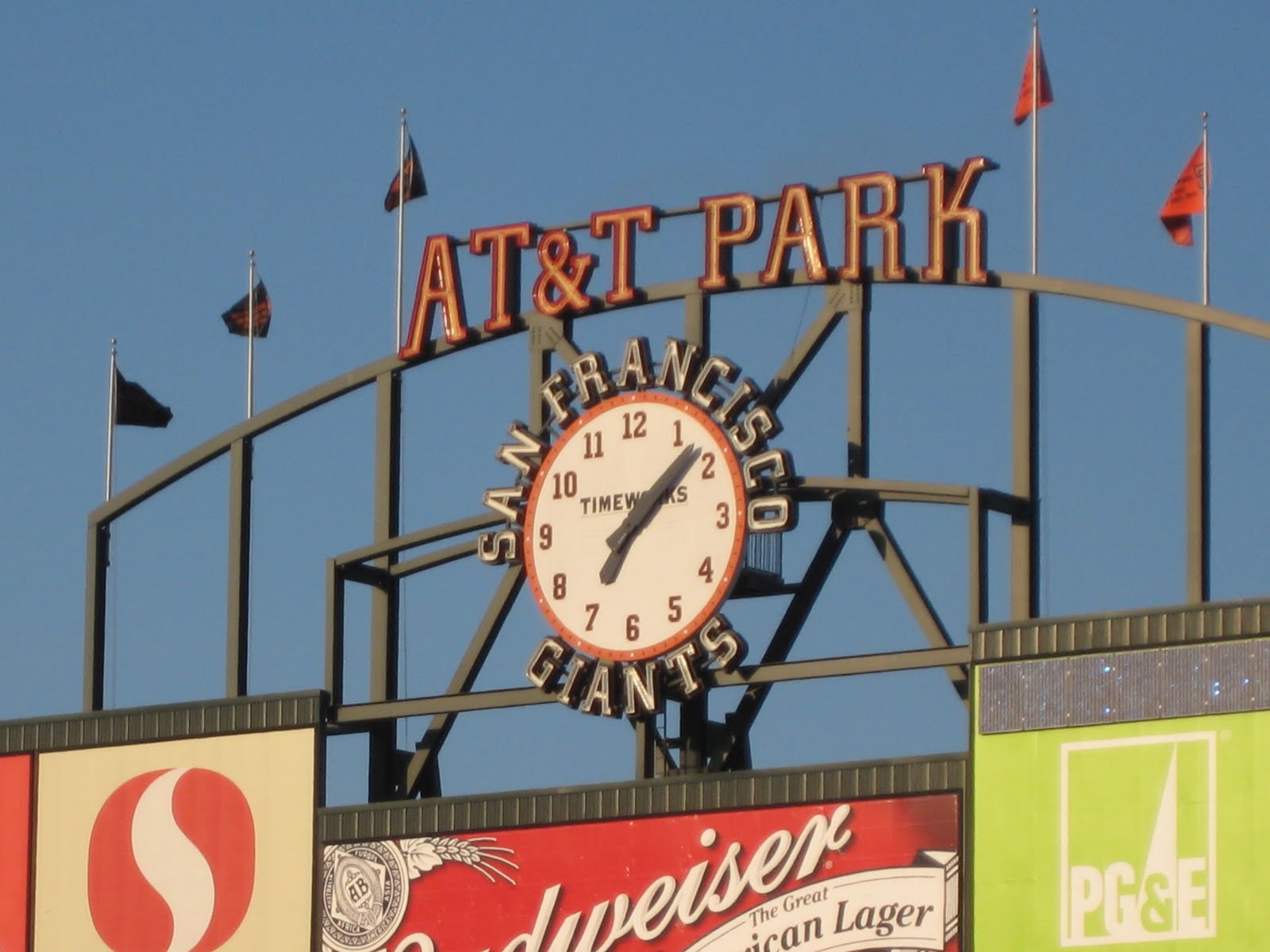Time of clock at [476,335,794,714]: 7:08
